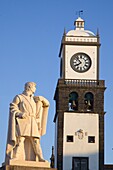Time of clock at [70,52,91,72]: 7:52
